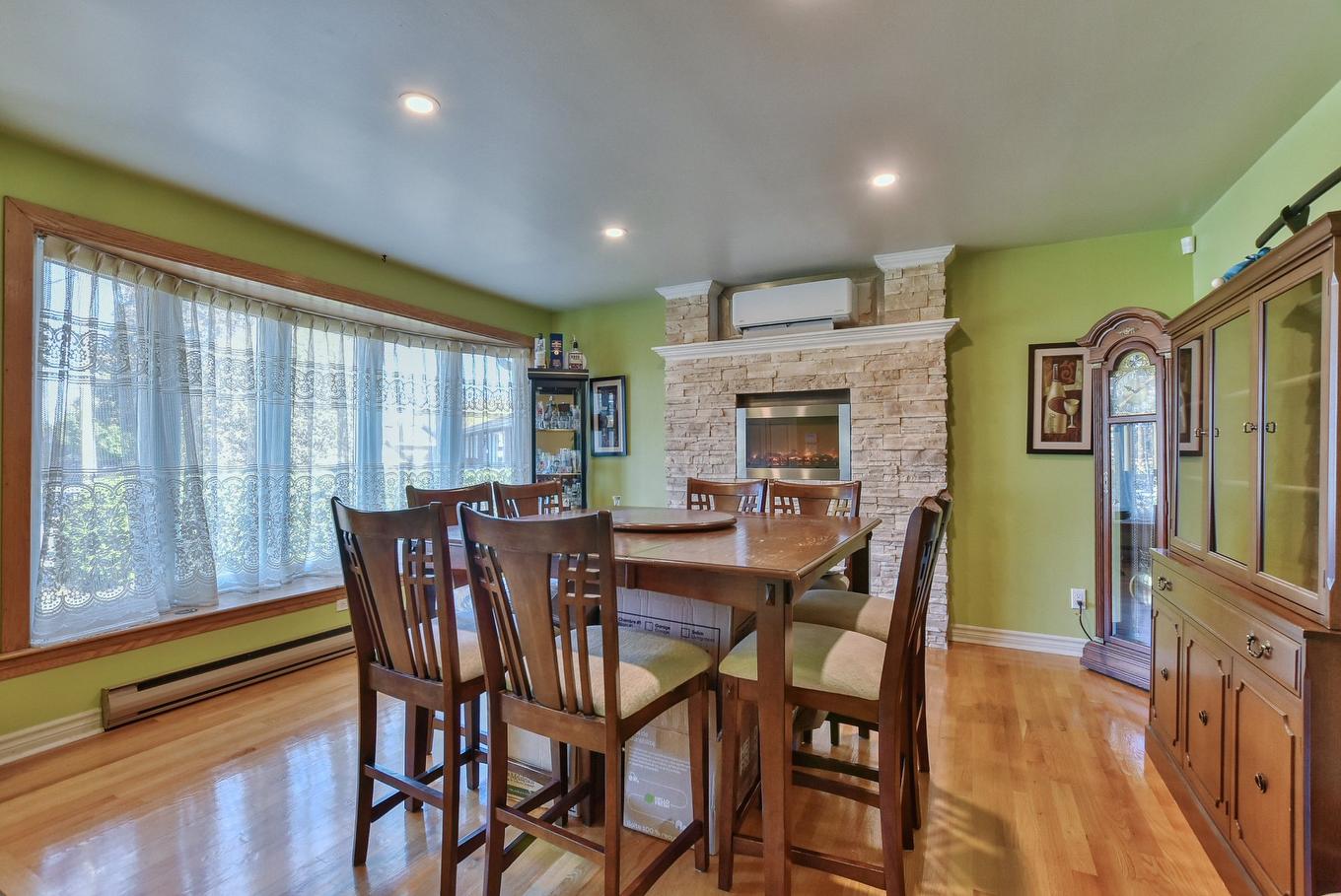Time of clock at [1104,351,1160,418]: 9:38
